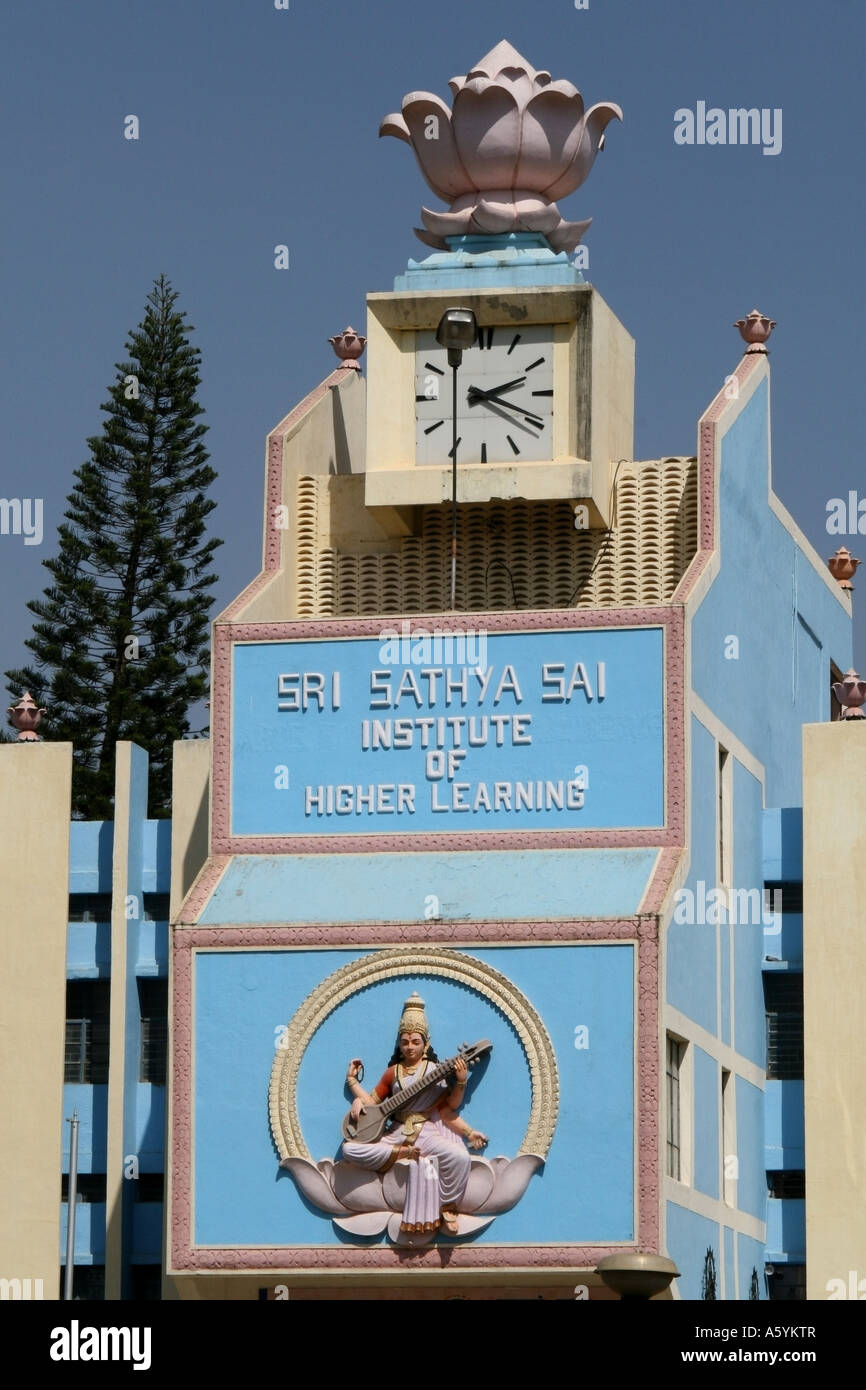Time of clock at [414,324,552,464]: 2:19
